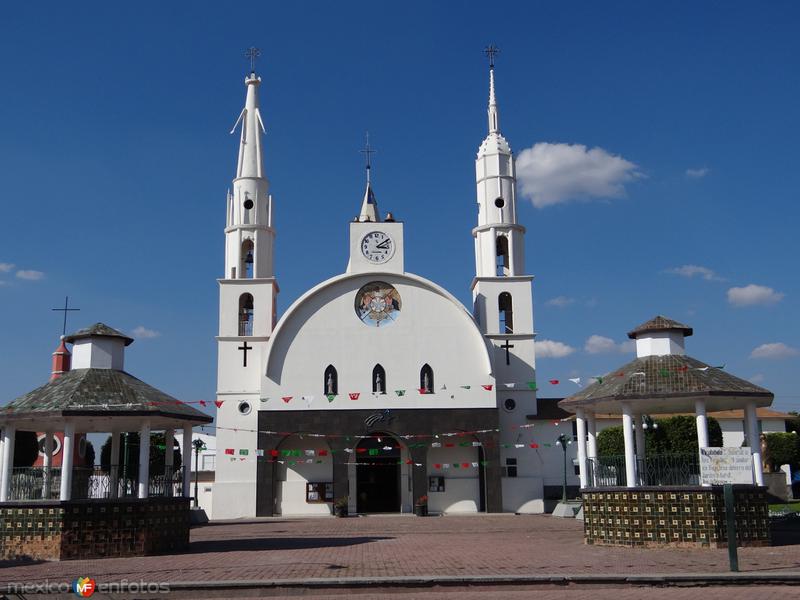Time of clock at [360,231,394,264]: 3:09
